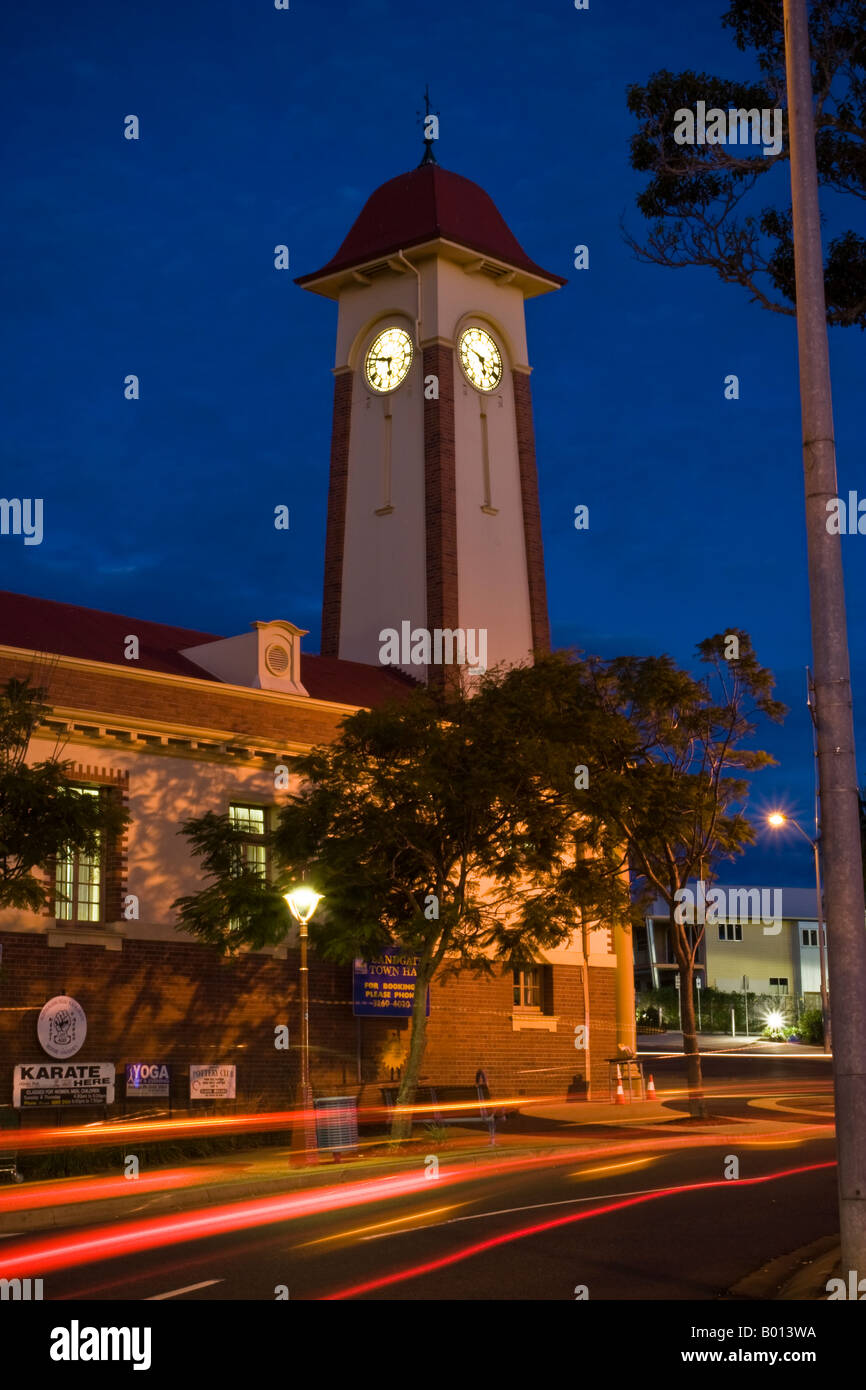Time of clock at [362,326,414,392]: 5:47
